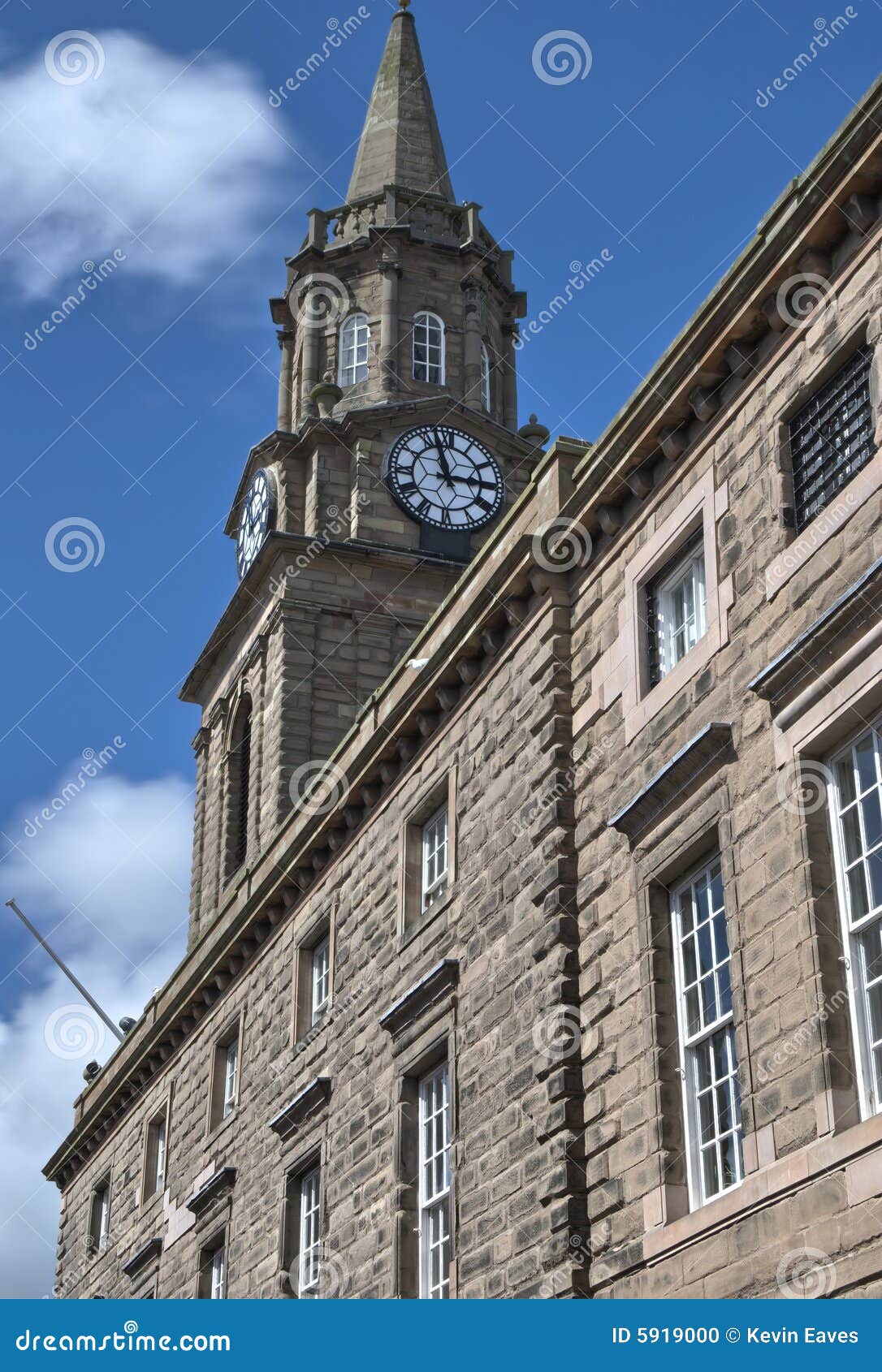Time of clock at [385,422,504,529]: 2:57
